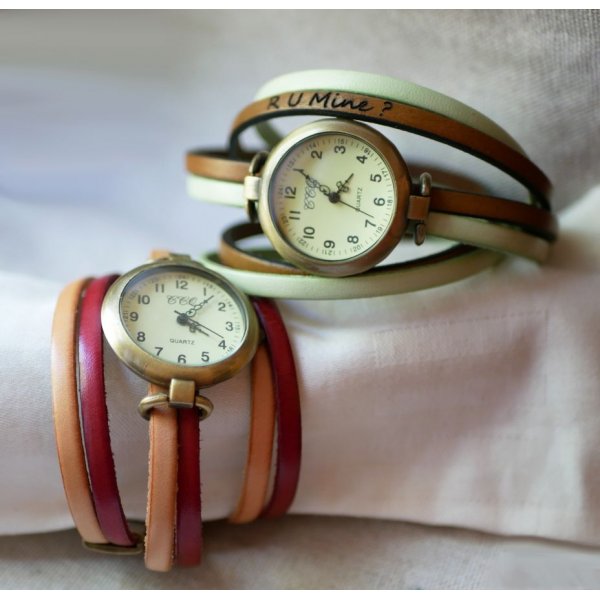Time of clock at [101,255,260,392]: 4:07
